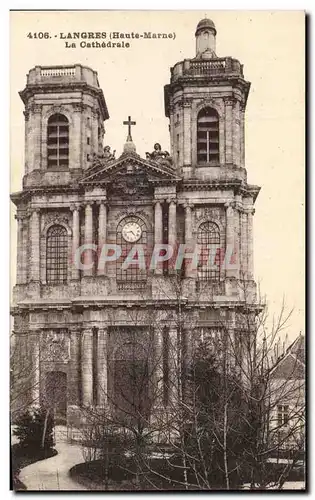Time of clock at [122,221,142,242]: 4:42
